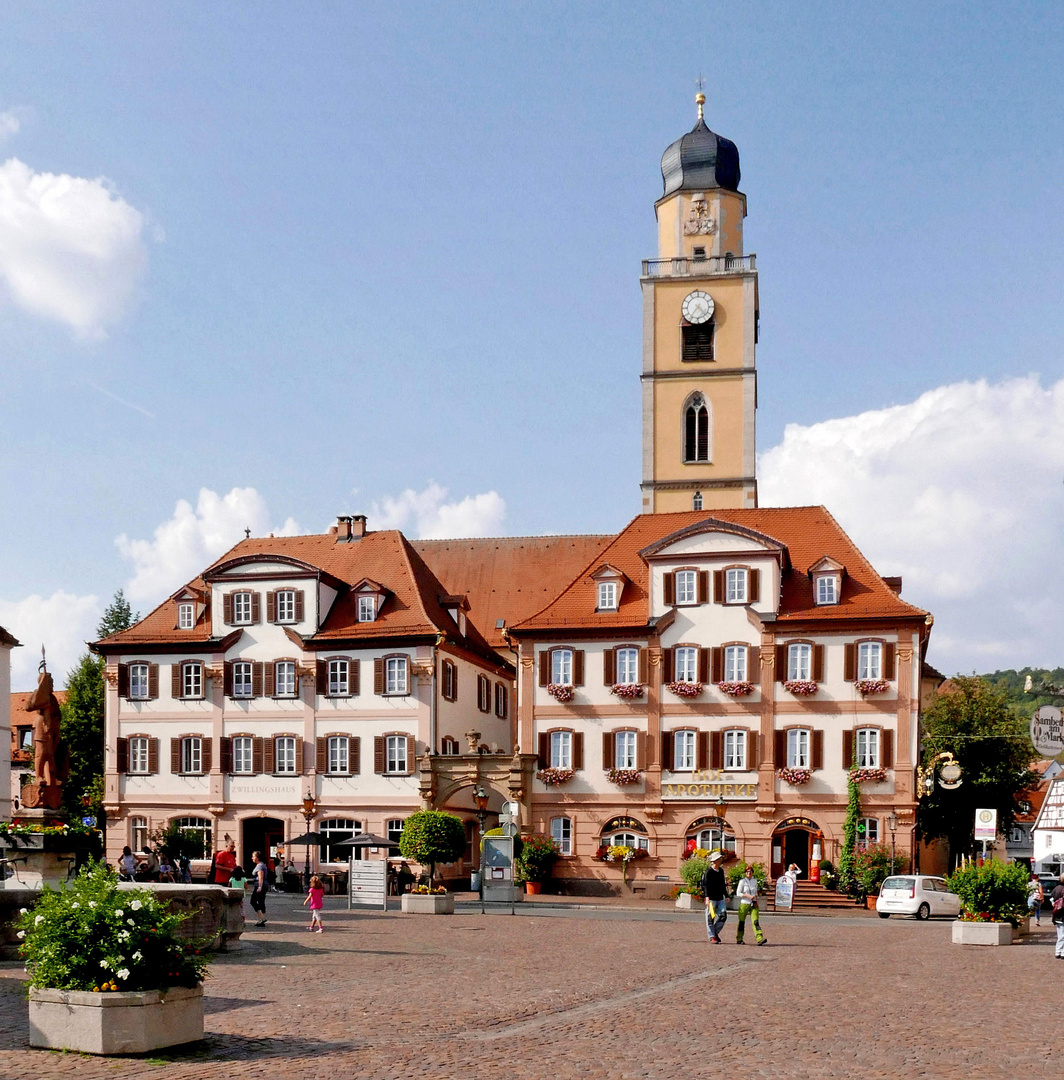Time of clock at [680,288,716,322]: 4:35
